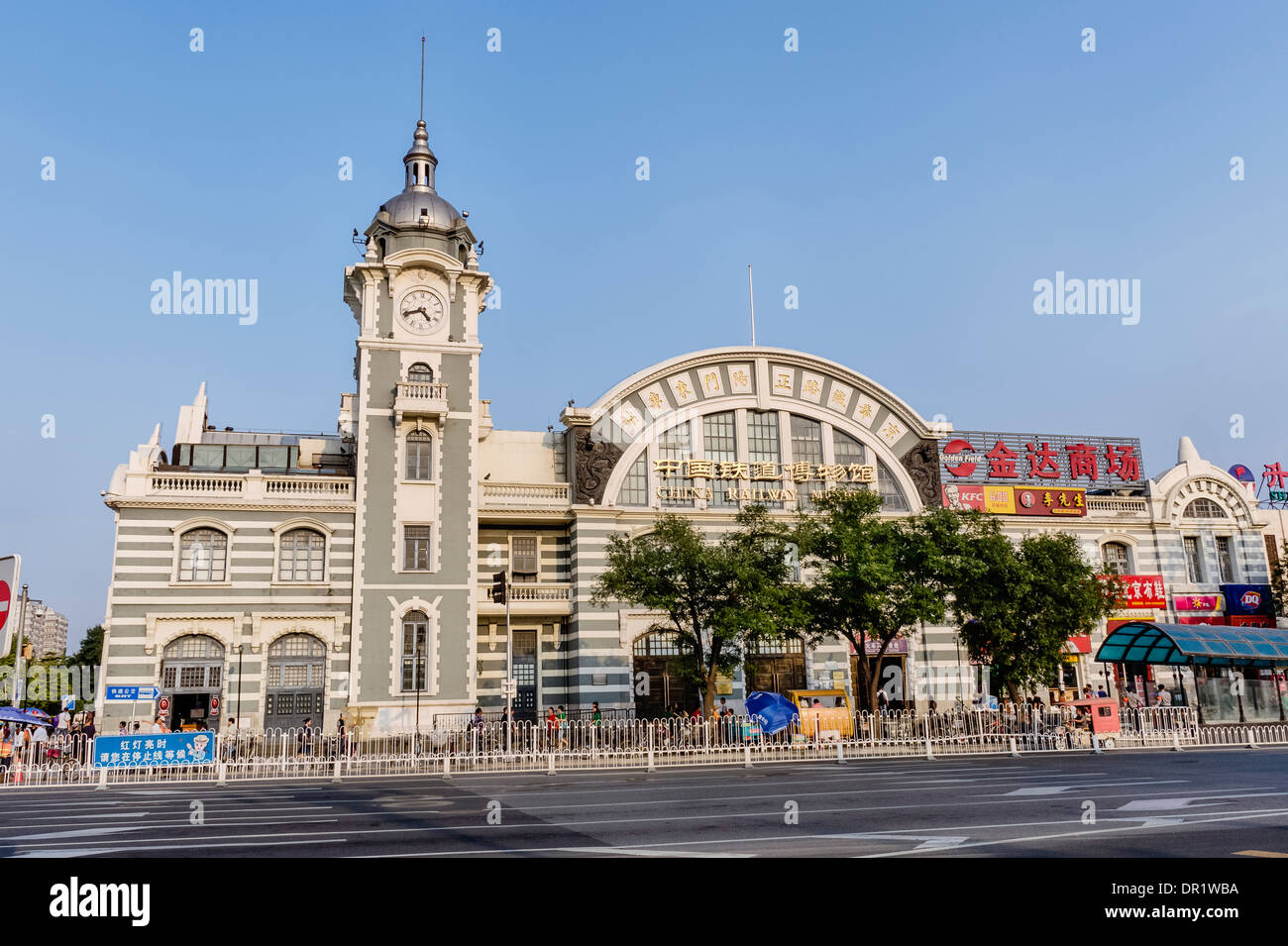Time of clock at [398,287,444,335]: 4:42
